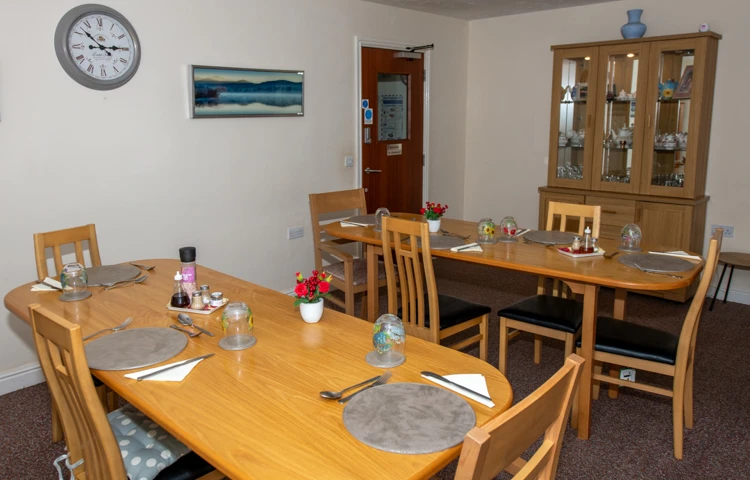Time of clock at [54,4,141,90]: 2:52
